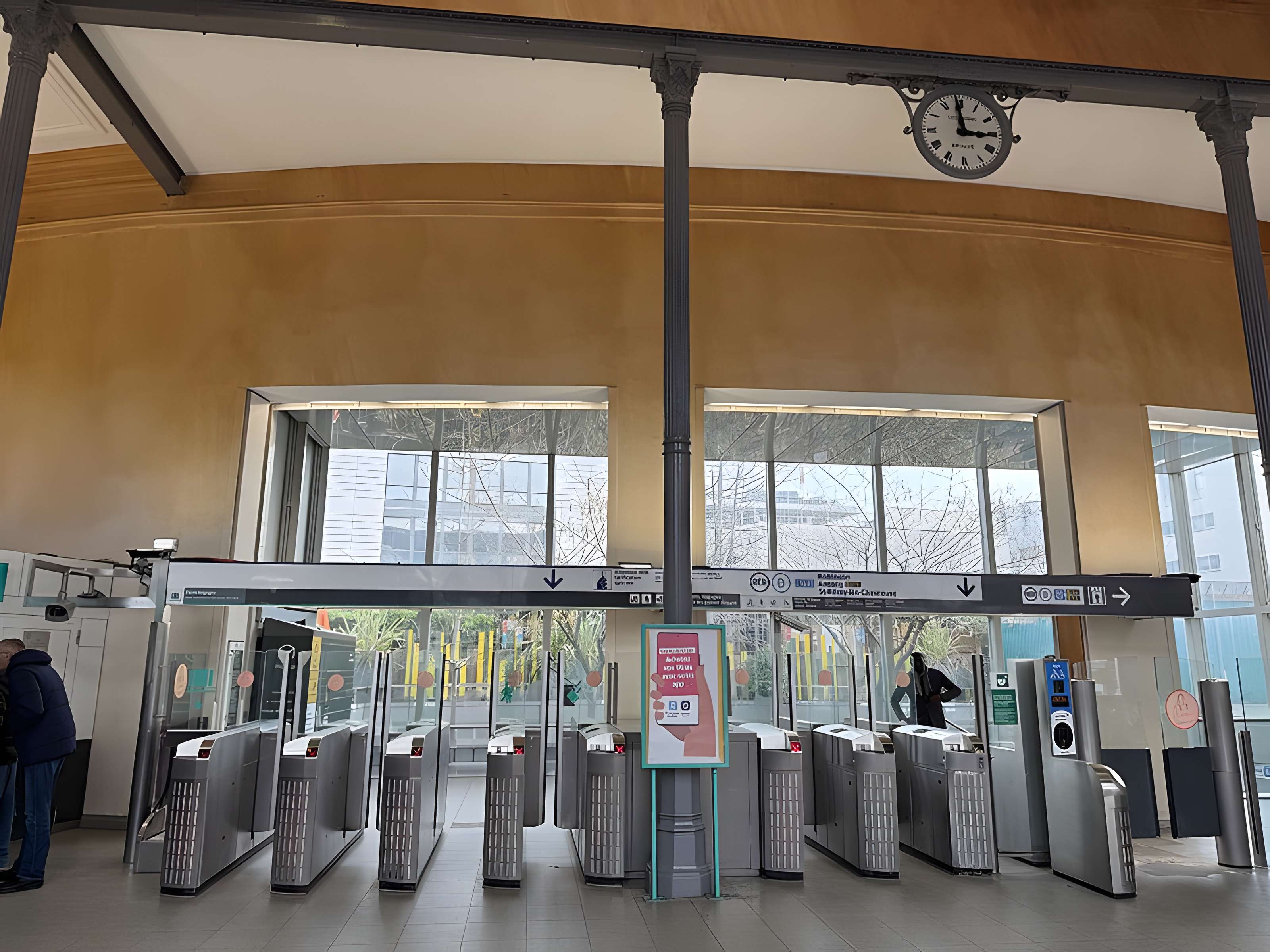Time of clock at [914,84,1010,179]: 2:58
